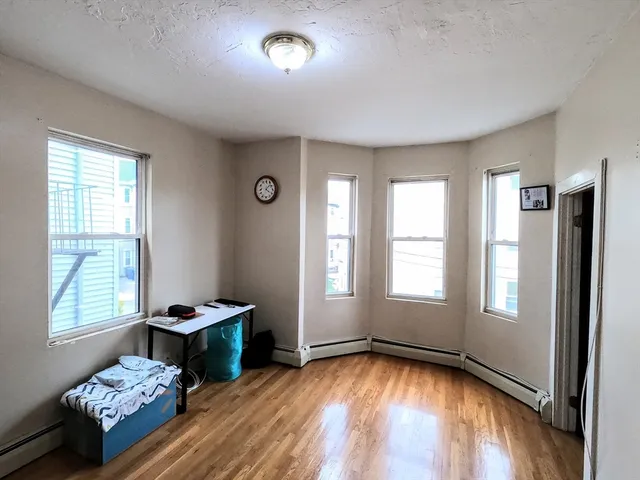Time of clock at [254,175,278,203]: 4:07
